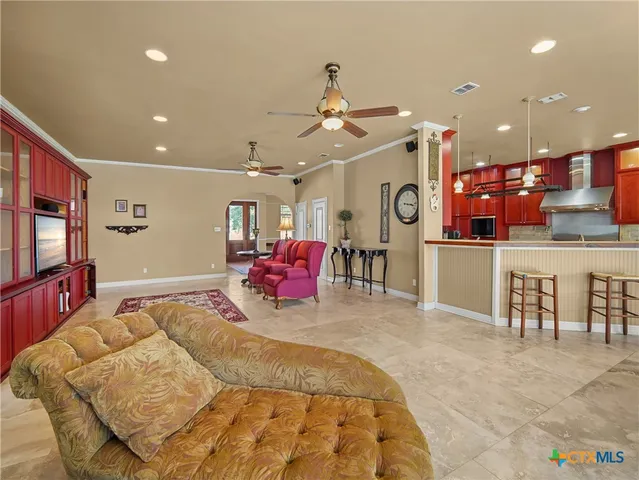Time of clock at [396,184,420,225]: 3:17
